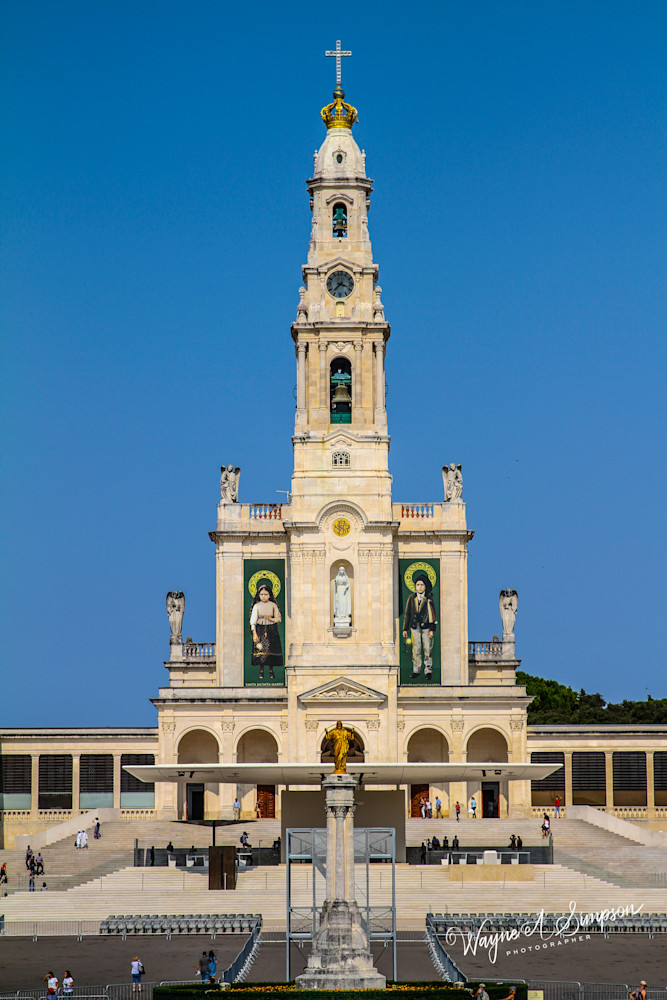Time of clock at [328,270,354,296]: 7:18
